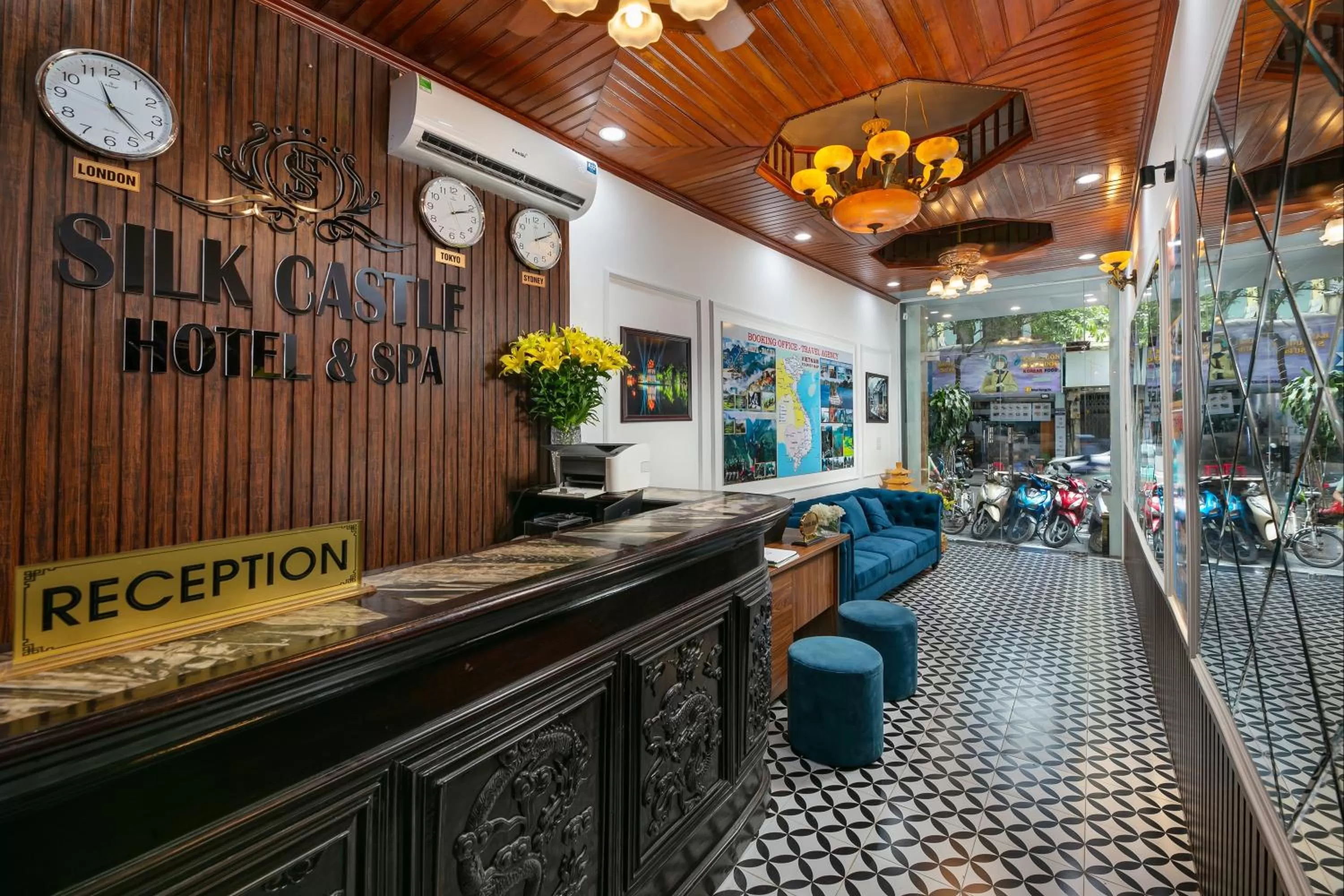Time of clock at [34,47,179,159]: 11:22
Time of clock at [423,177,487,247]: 2:11
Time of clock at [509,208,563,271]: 2:10
